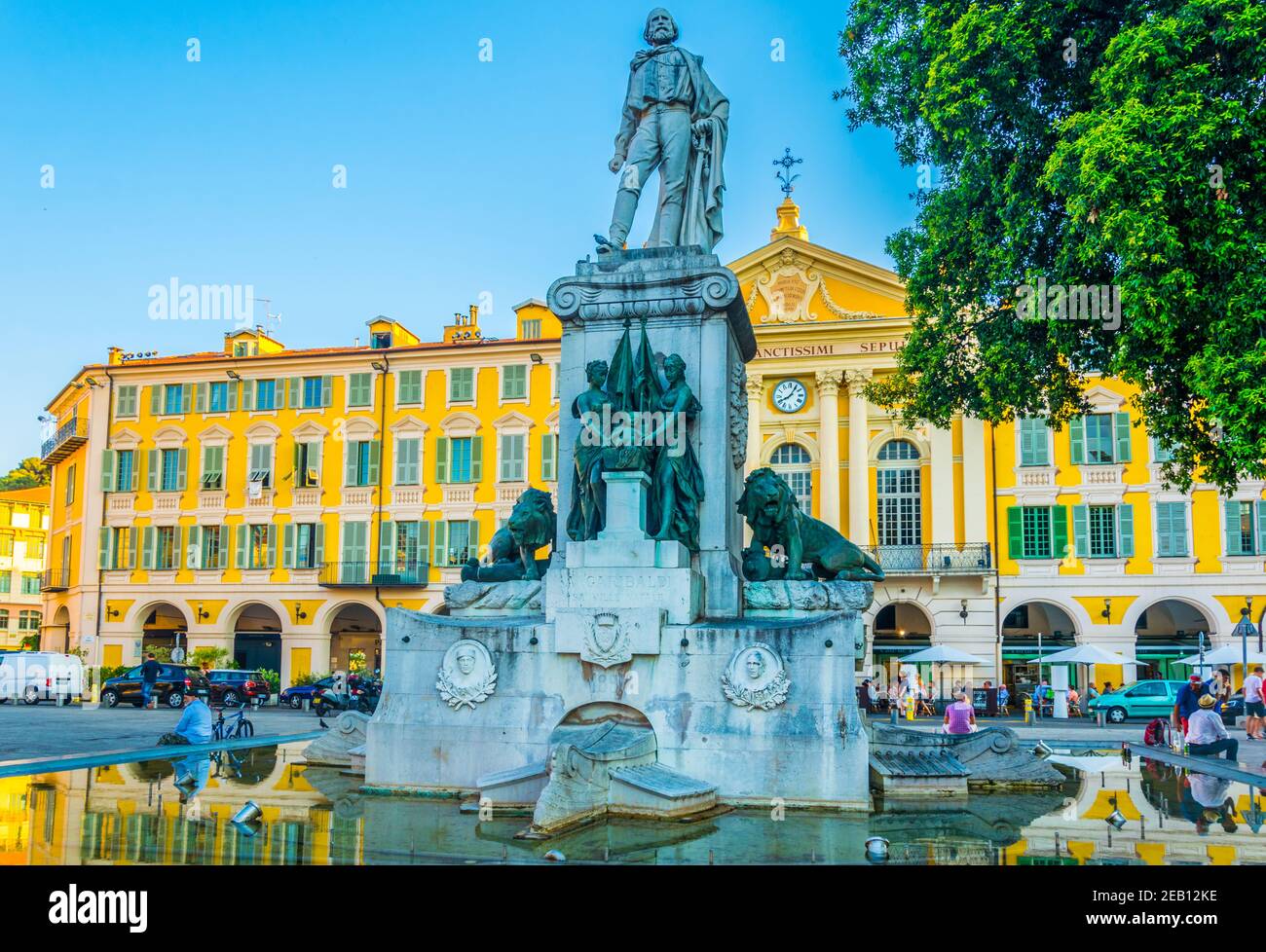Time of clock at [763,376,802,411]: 8:05
